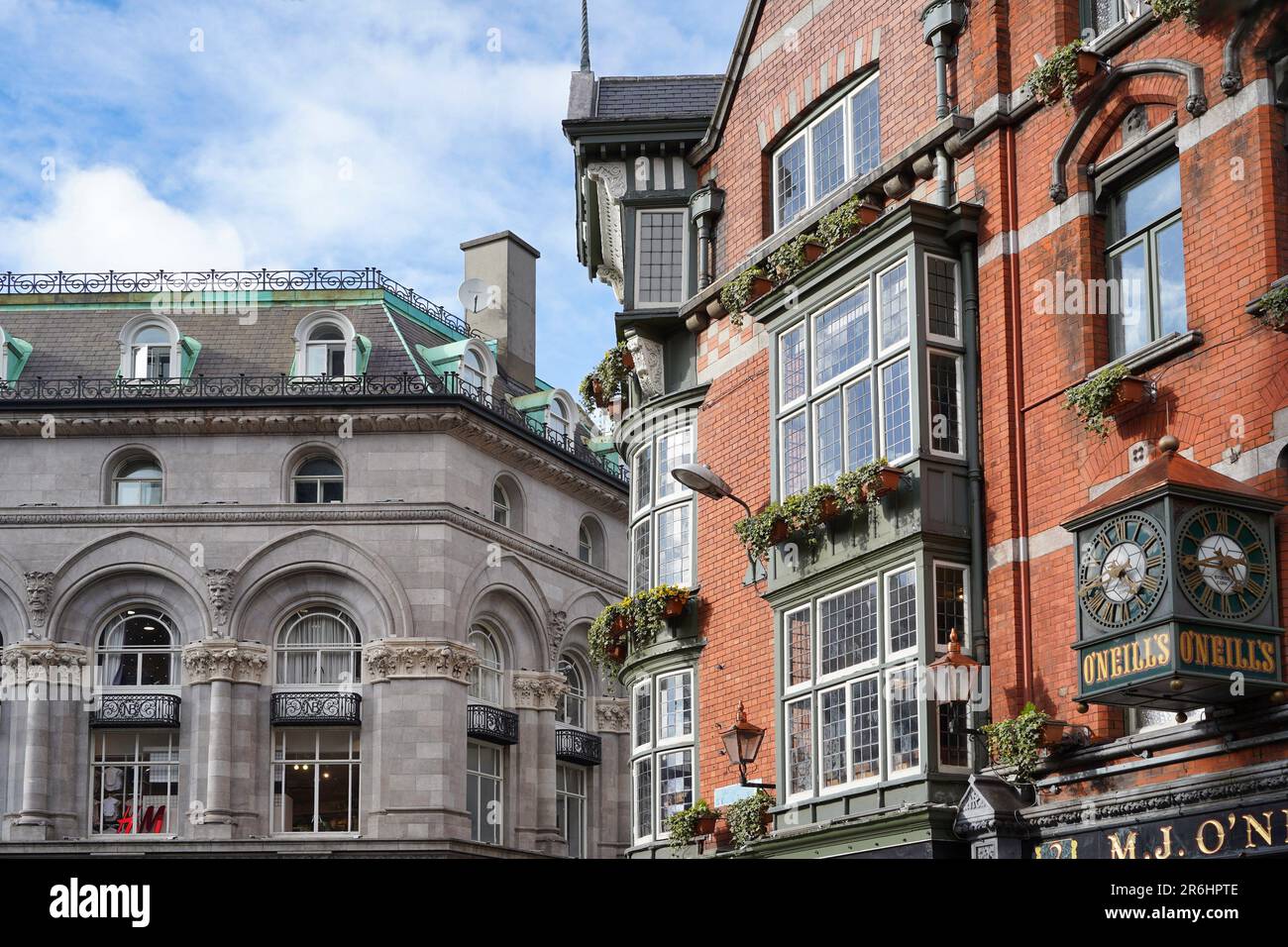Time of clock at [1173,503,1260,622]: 4:42
